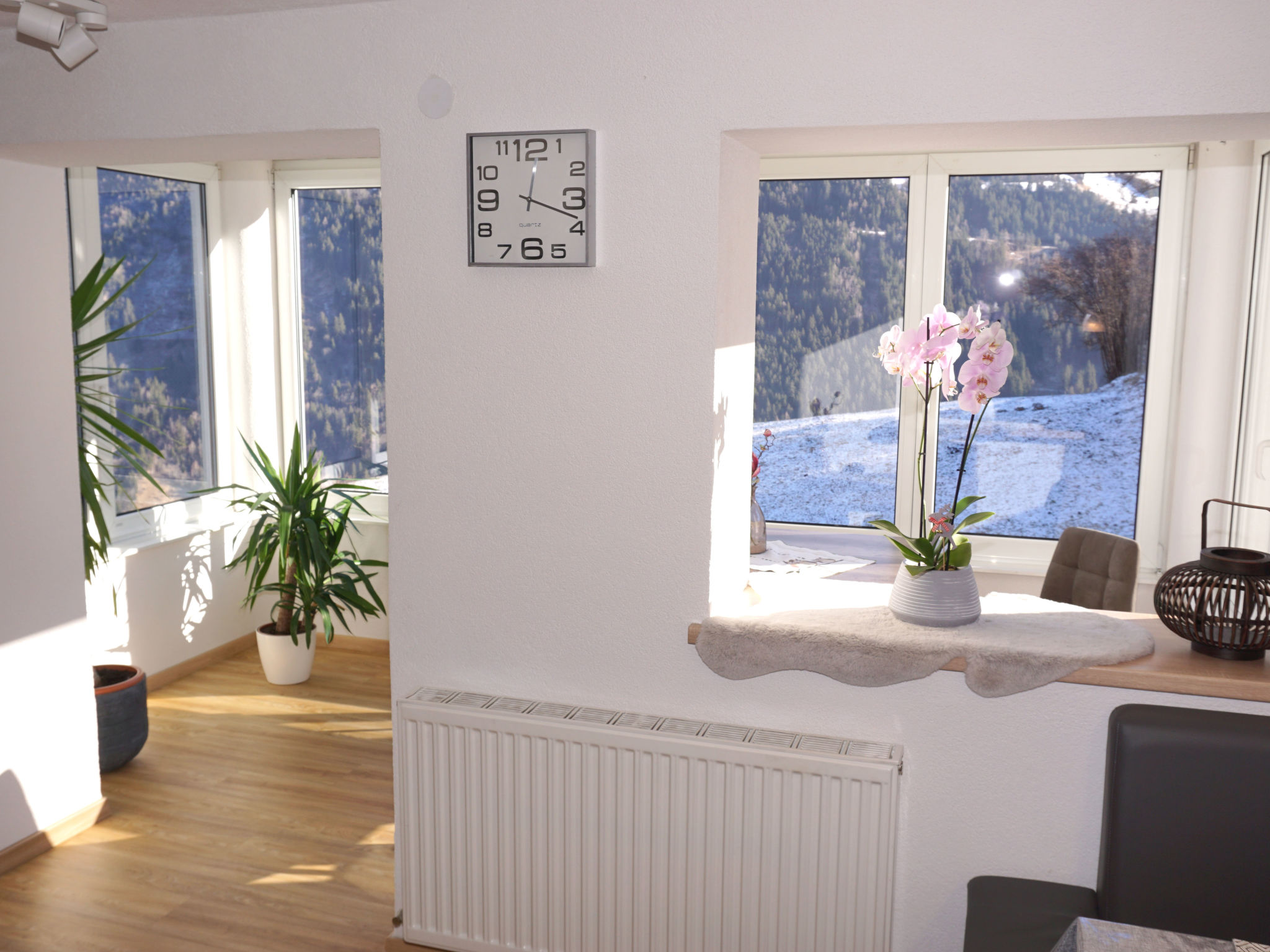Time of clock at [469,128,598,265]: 12:18
